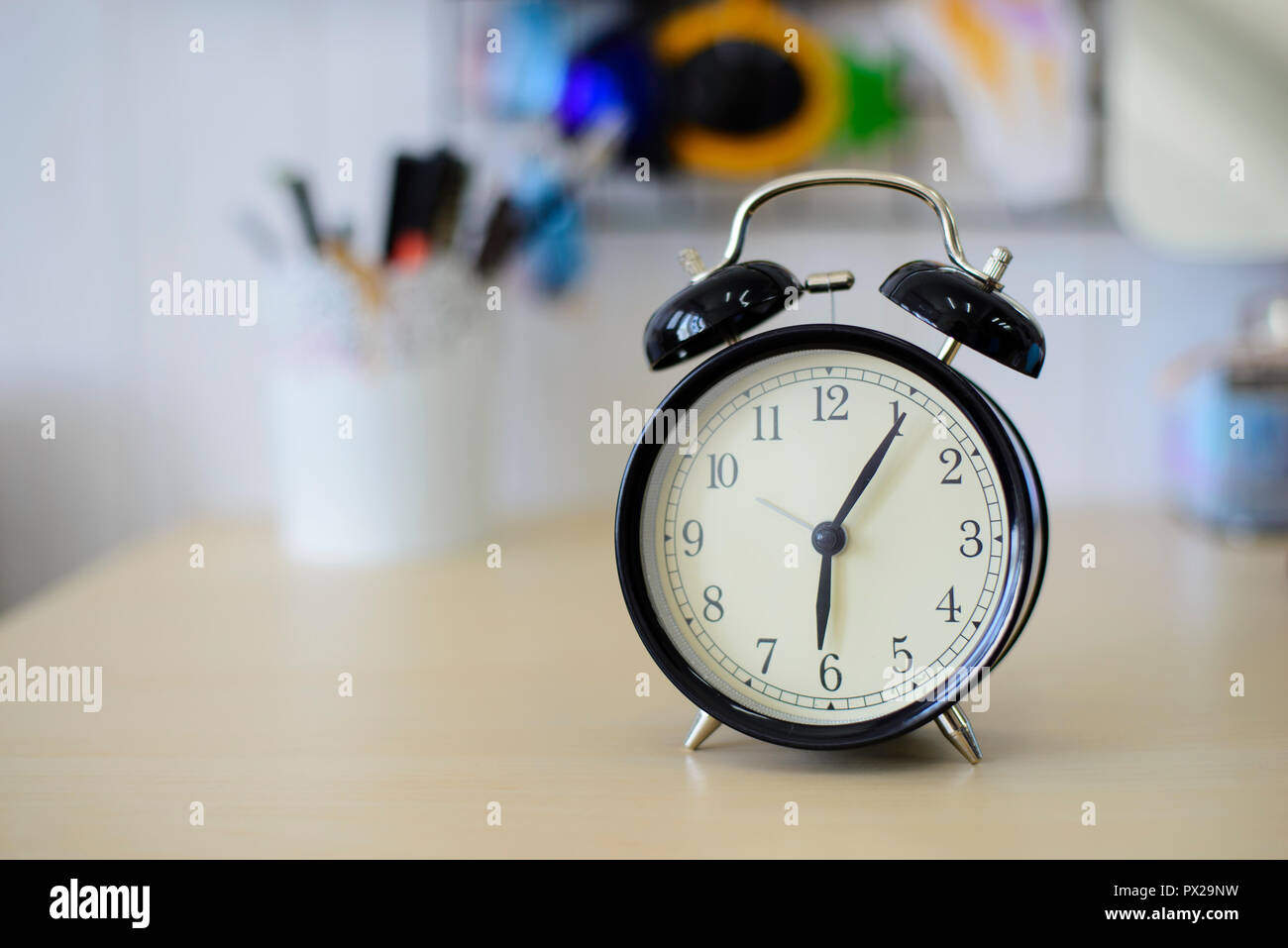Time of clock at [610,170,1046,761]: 6:05
